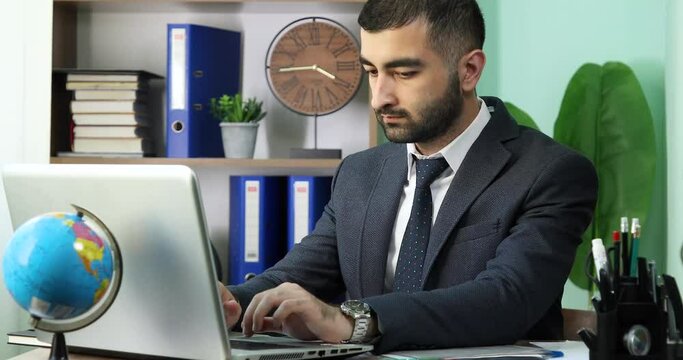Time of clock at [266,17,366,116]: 3:44
